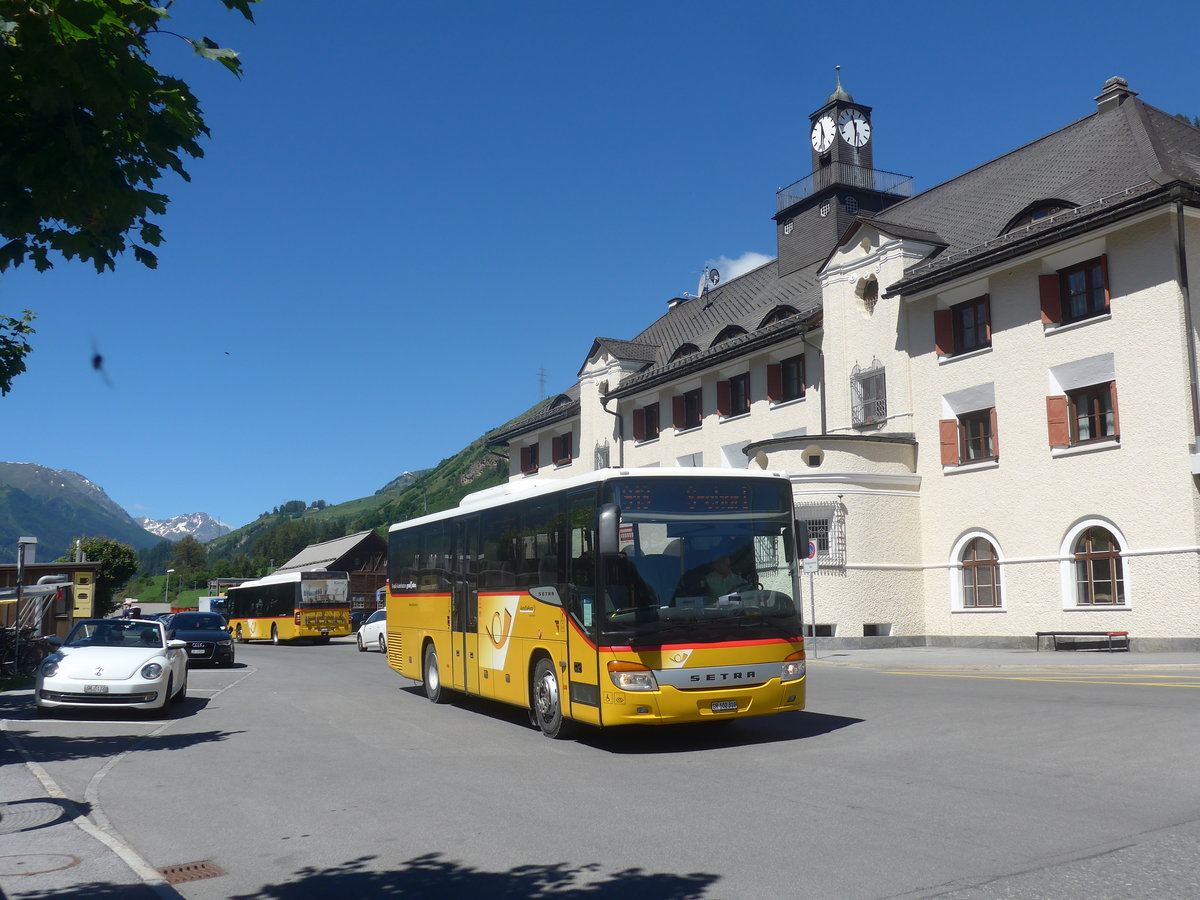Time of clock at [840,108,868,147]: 11:30
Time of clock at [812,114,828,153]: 5:30
